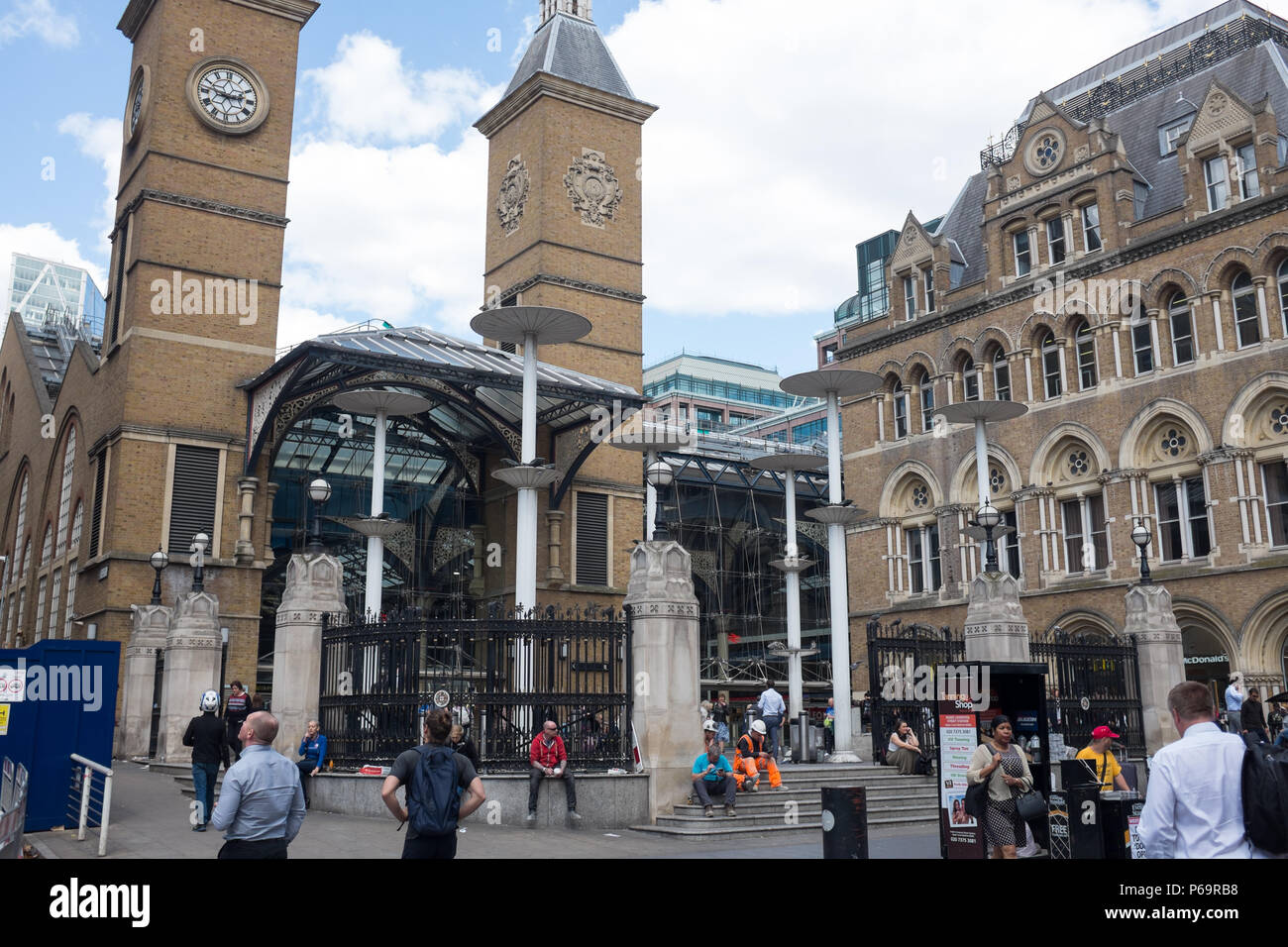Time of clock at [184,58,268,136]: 2:46
